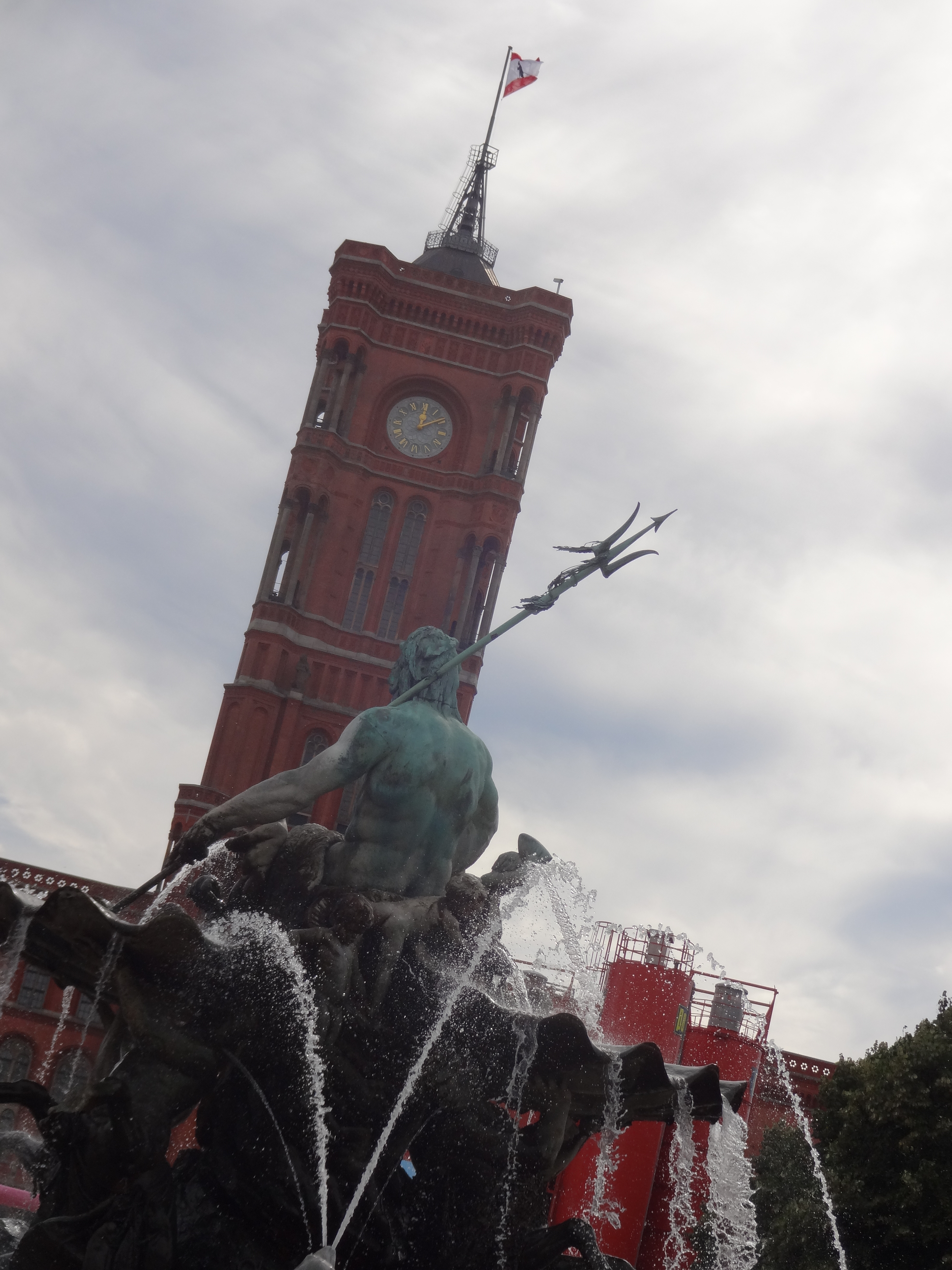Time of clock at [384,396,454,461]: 12:08
